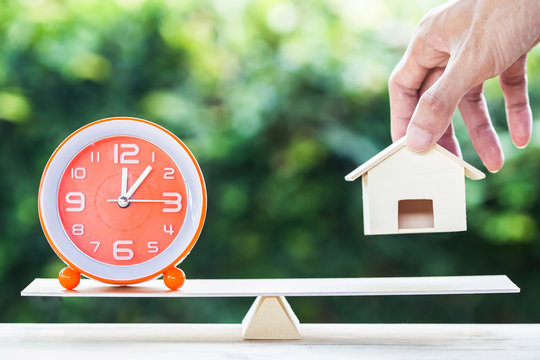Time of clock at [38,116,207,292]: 12:06
